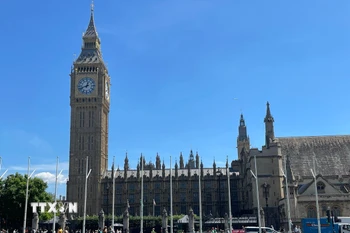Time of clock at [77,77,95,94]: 12:41
